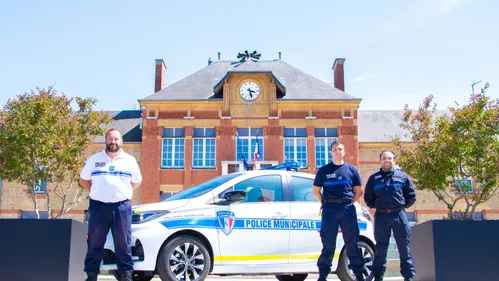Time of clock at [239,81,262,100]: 3:27
